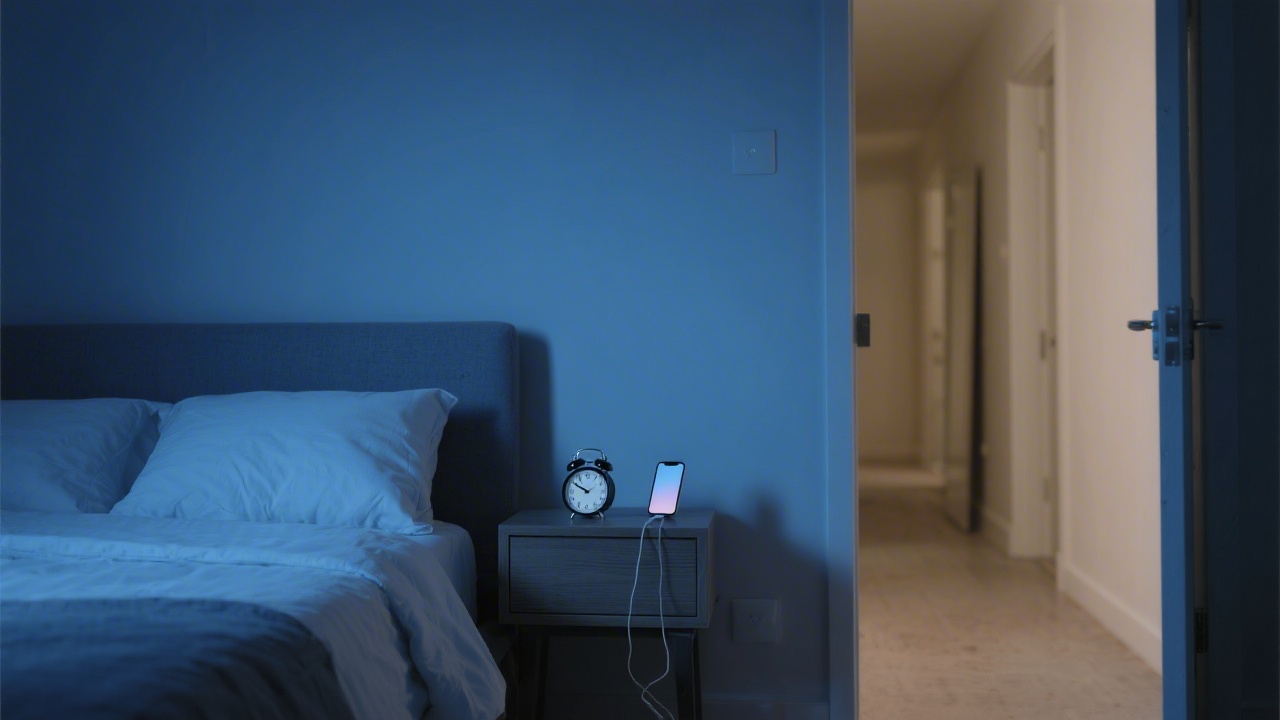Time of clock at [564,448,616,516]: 9:50
